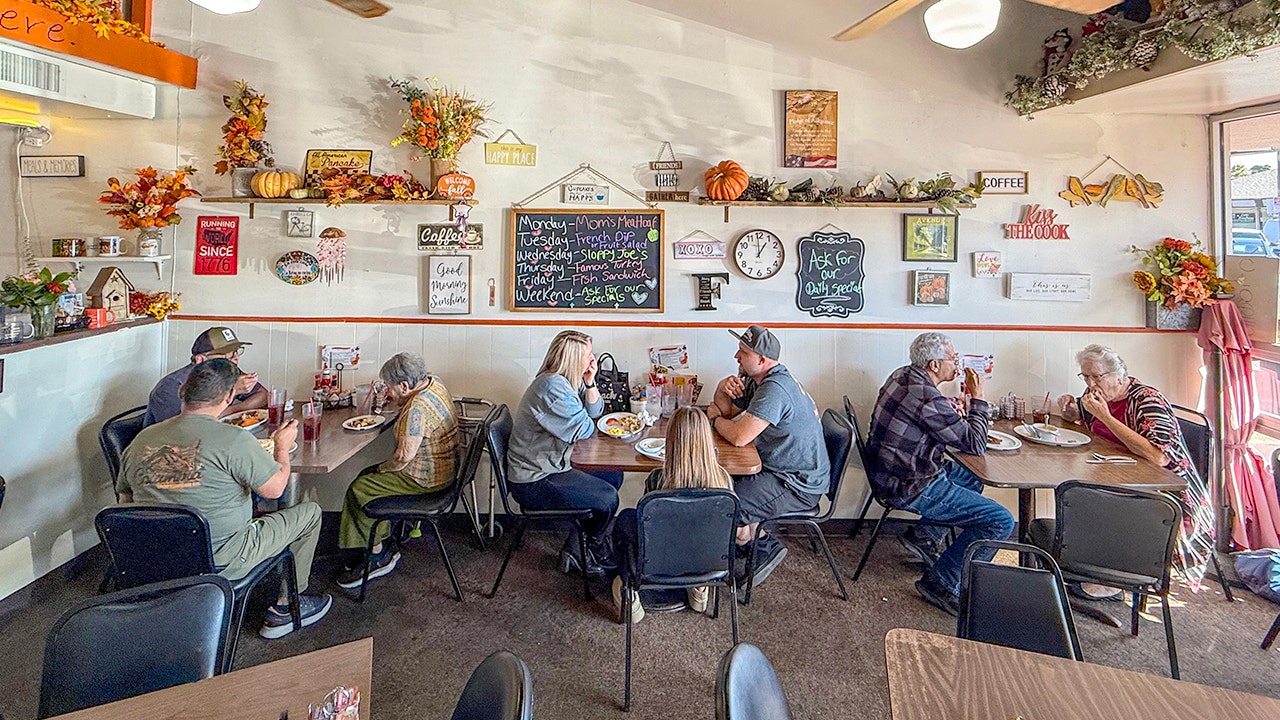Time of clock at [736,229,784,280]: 12:59
